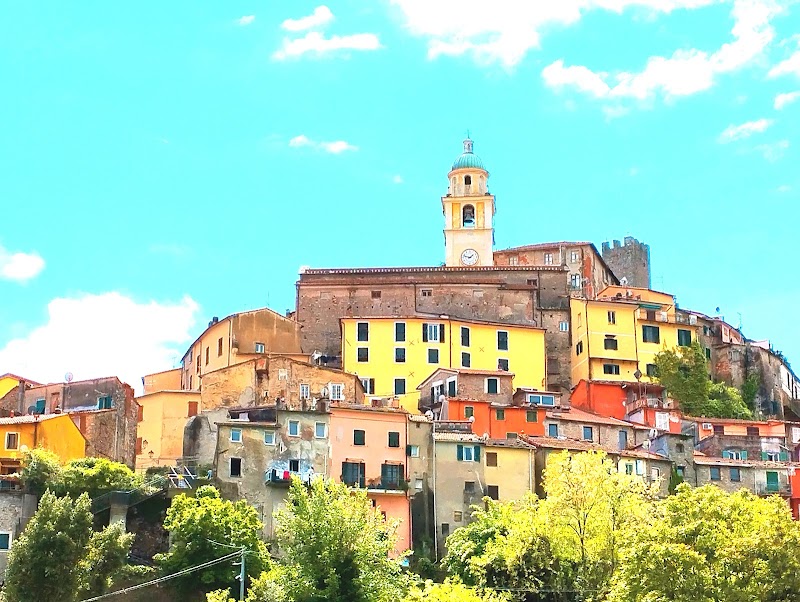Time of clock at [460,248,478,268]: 1:47
